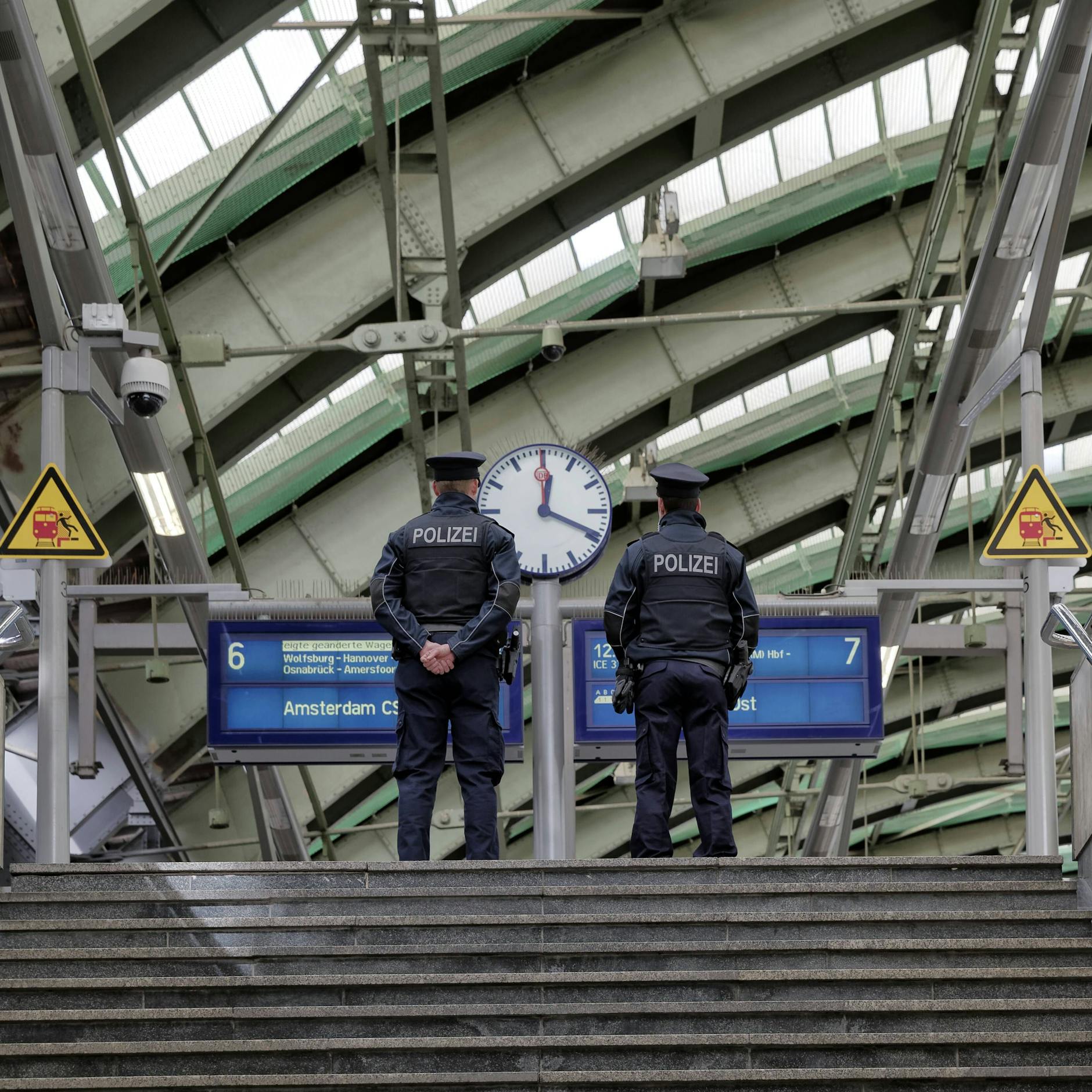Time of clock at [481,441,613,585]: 12:18
